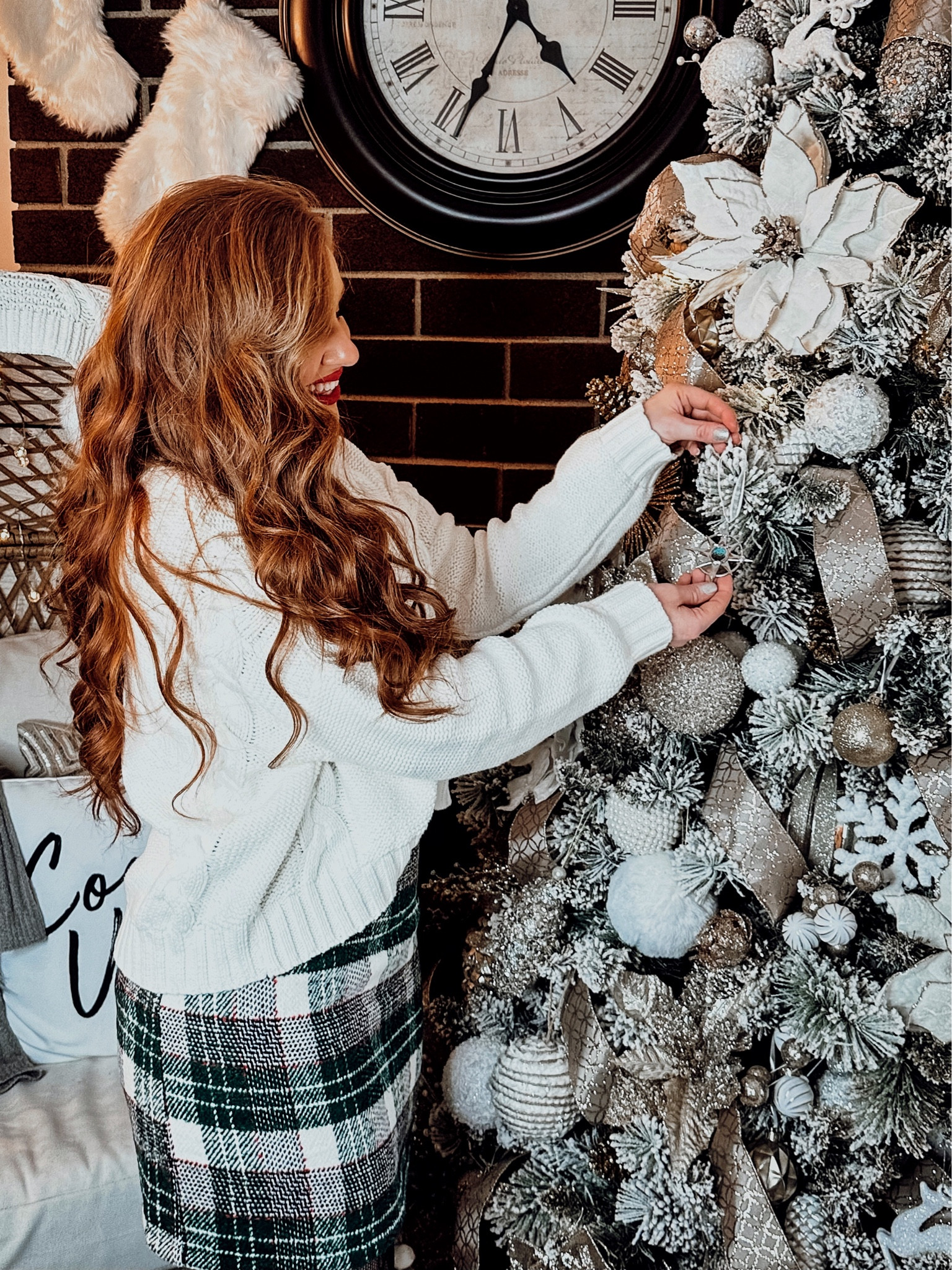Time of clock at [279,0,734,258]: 4:34
